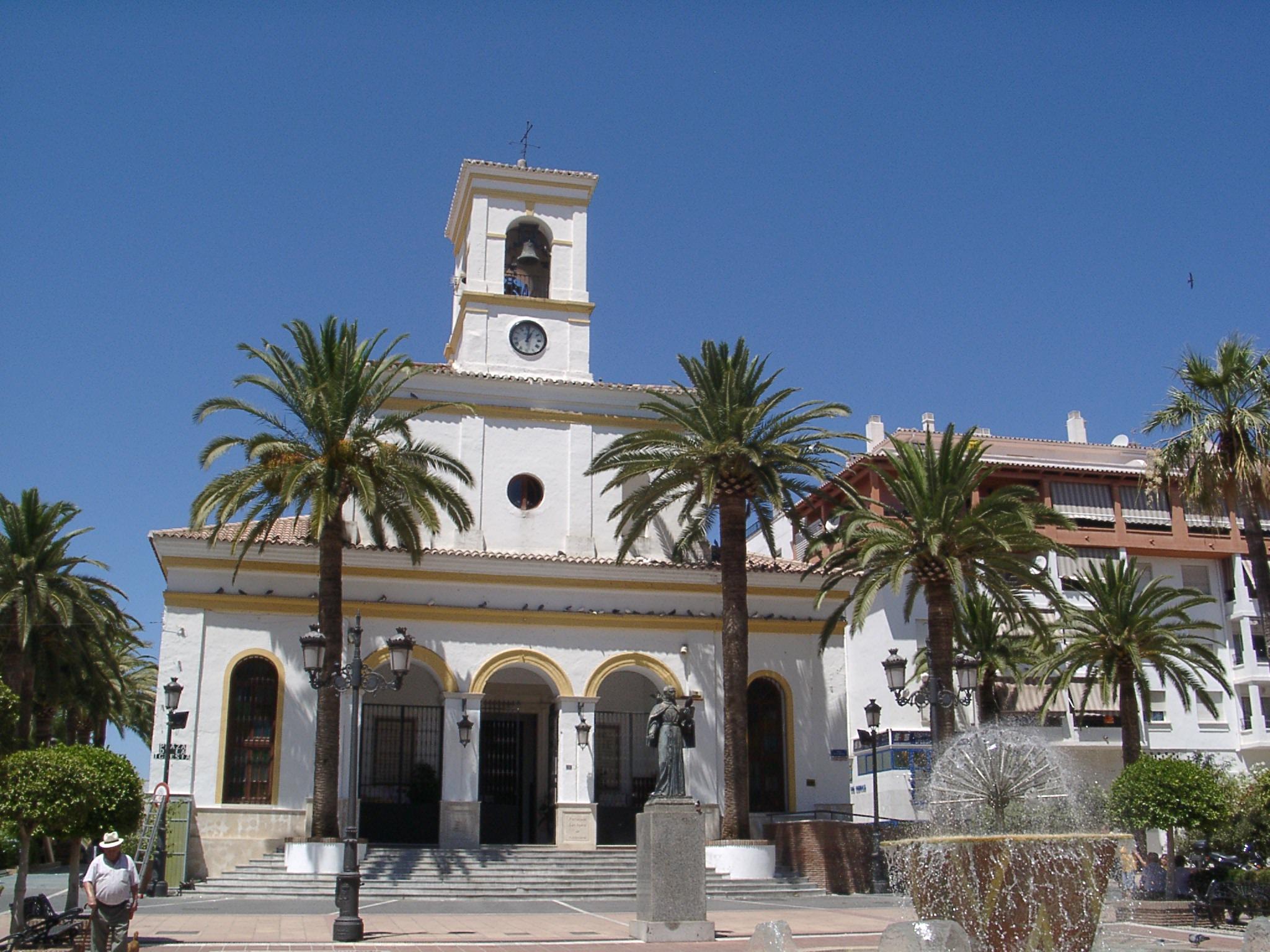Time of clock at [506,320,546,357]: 1:01
